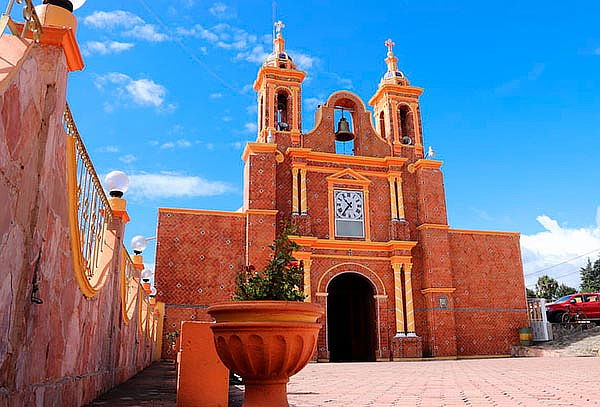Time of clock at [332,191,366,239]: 10:36
